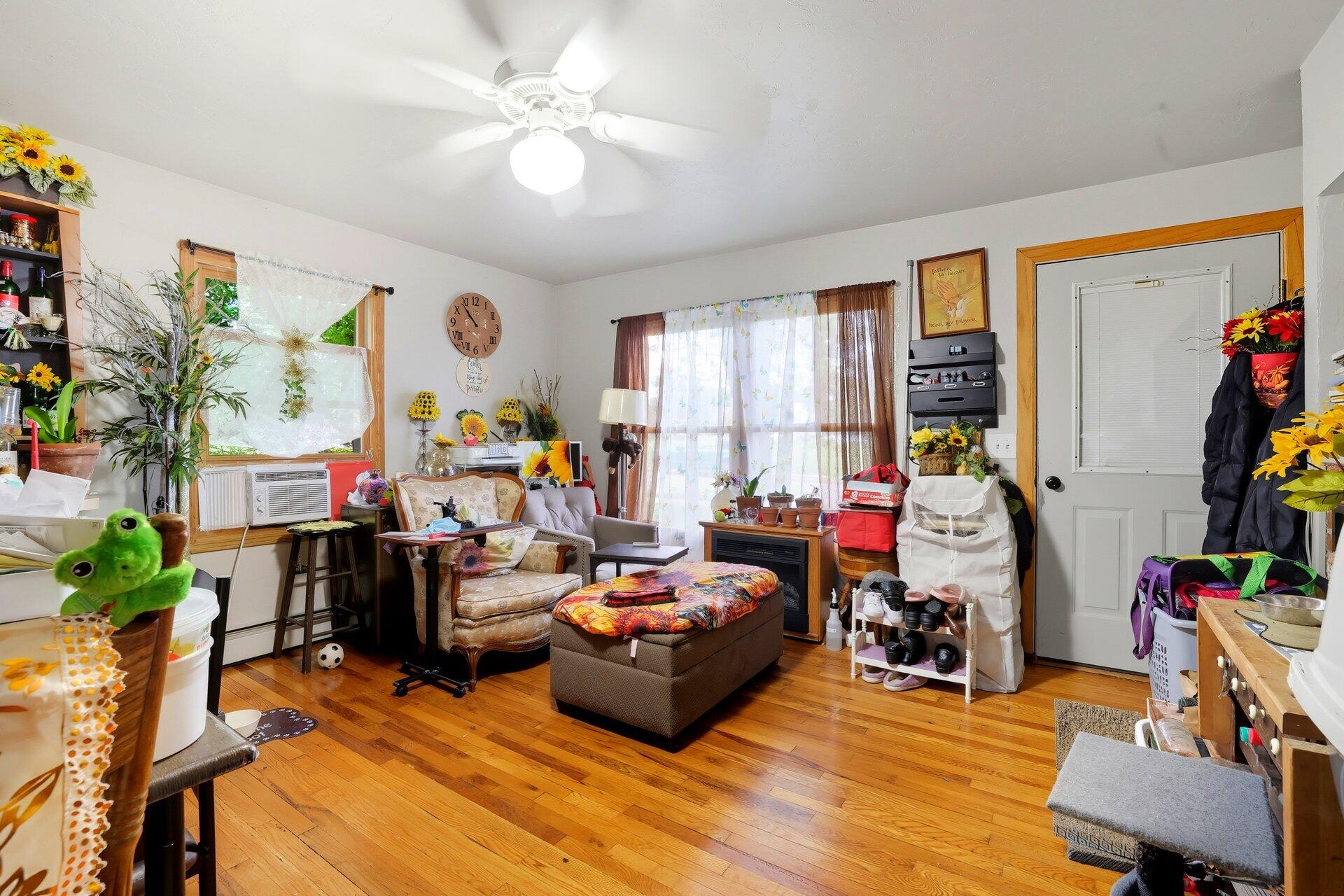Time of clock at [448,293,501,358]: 10:53
